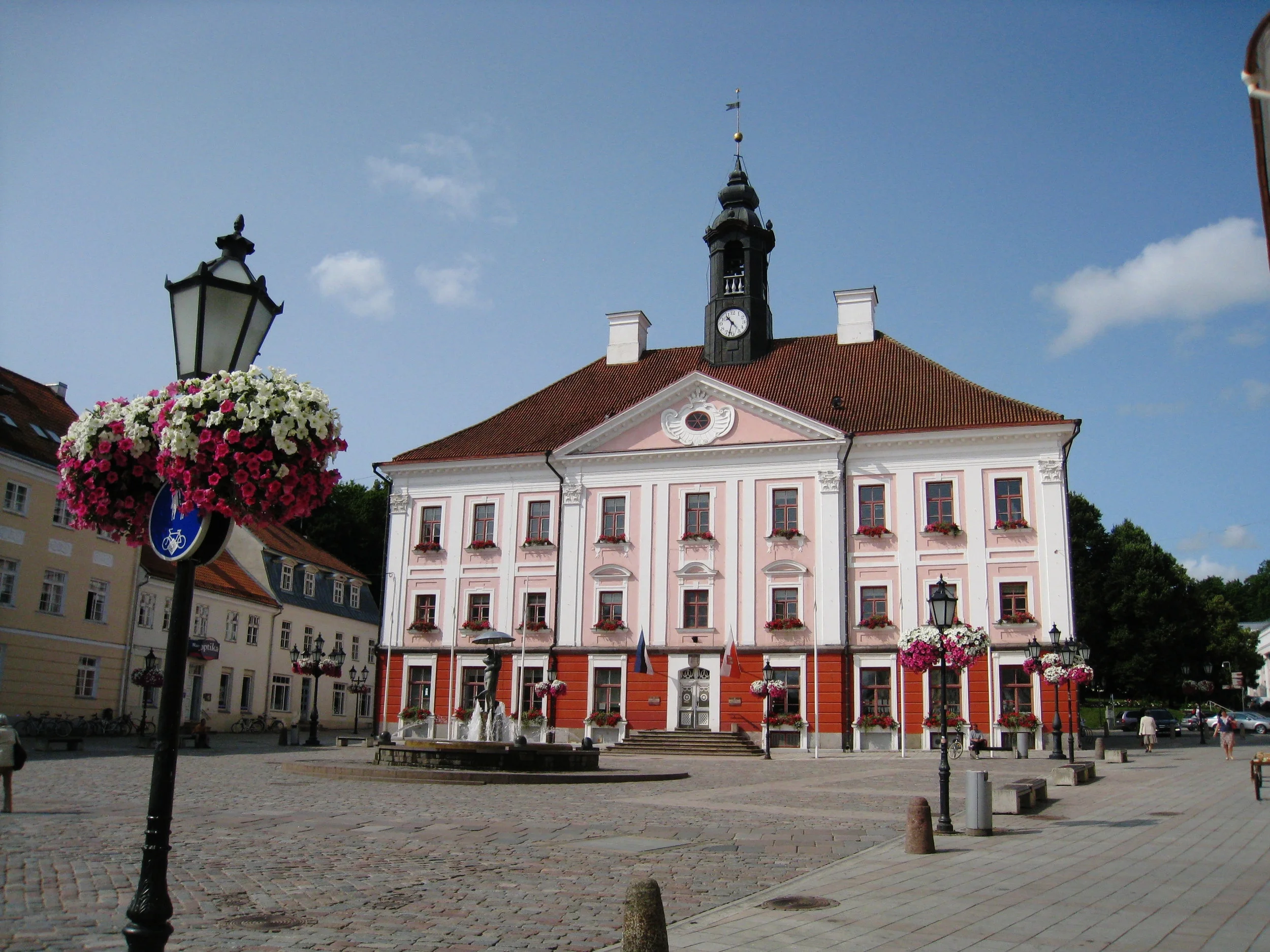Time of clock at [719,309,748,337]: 10:32
